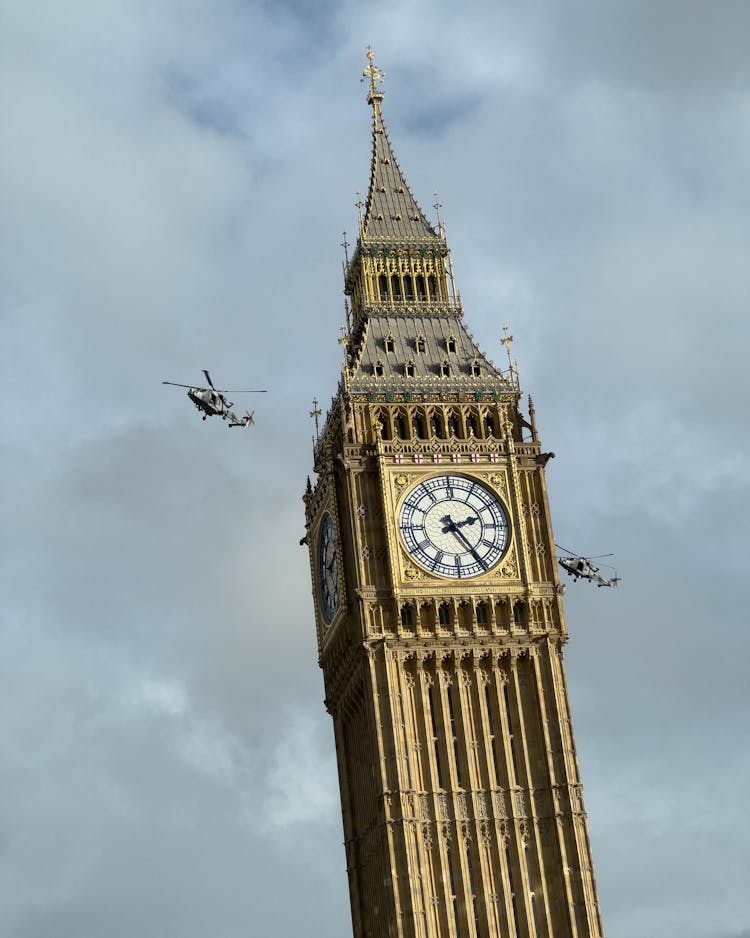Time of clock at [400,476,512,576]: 2:24
